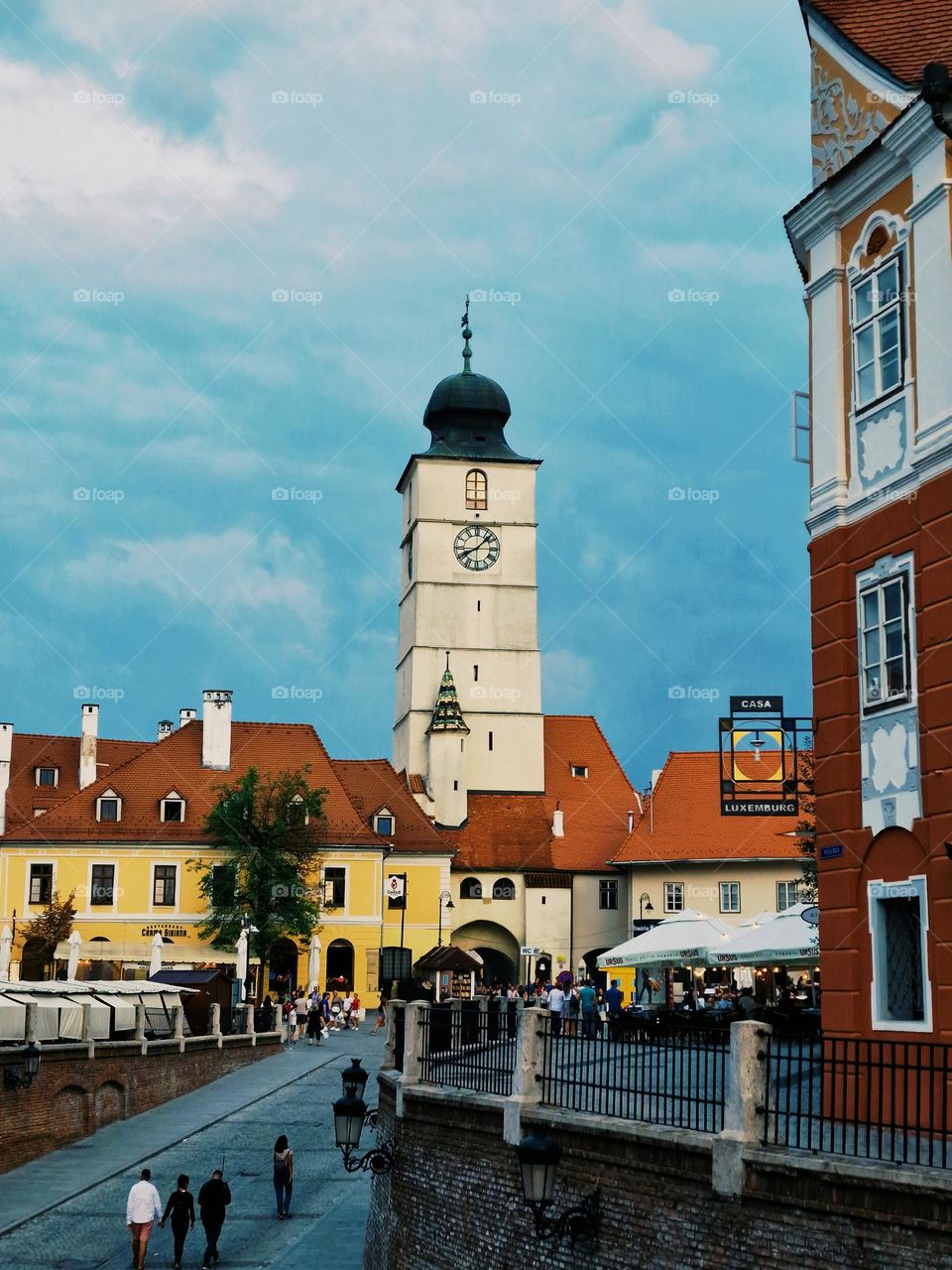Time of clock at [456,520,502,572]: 8:07
